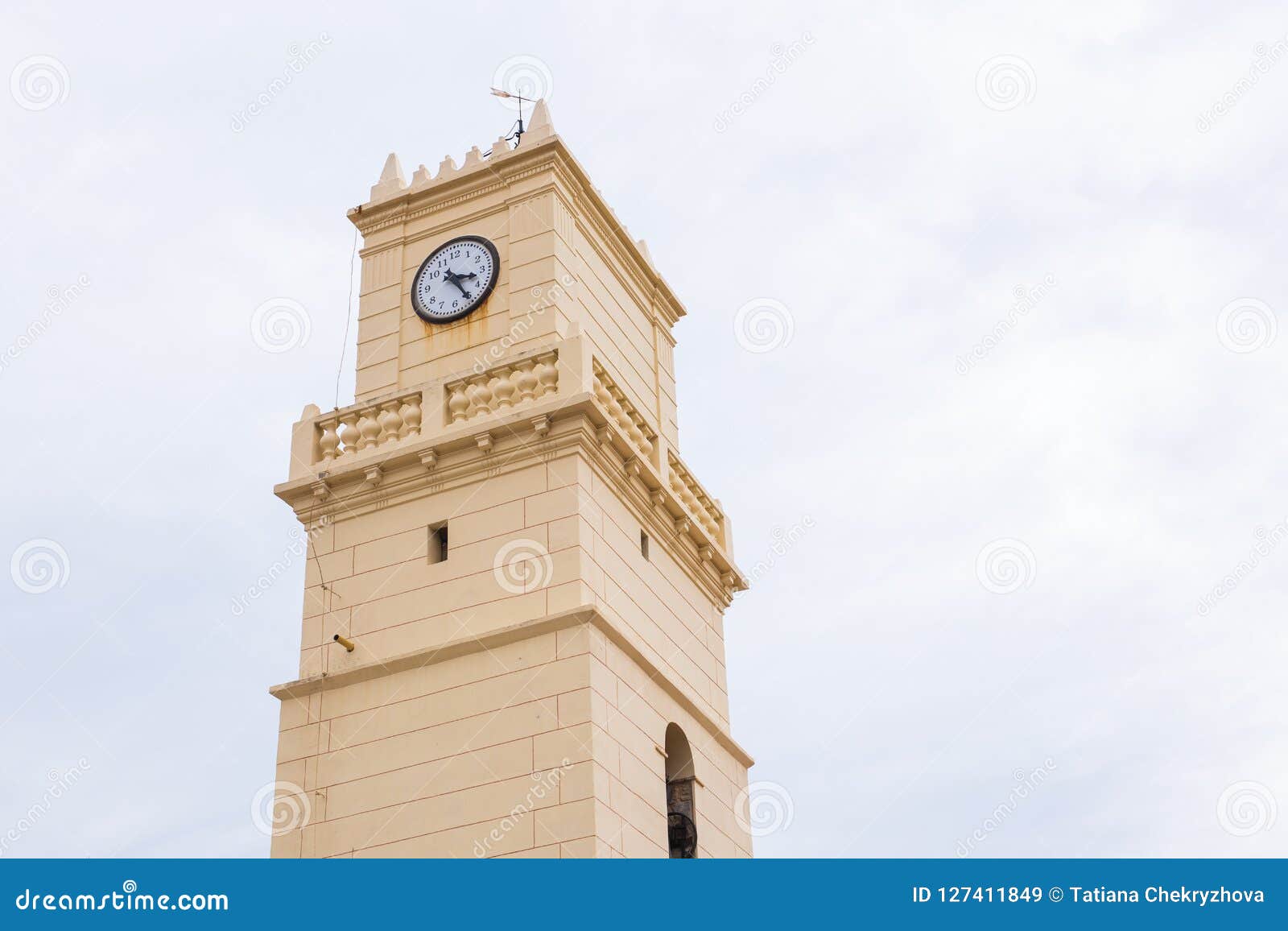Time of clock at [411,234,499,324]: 3:25
